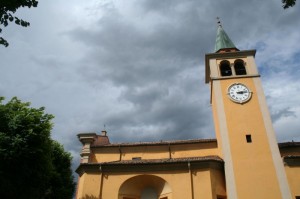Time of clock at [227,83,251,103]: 3:13
